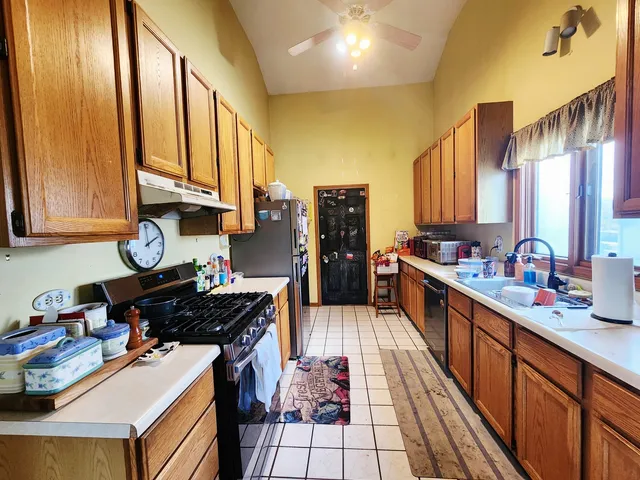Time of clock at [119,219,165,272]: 1:59
